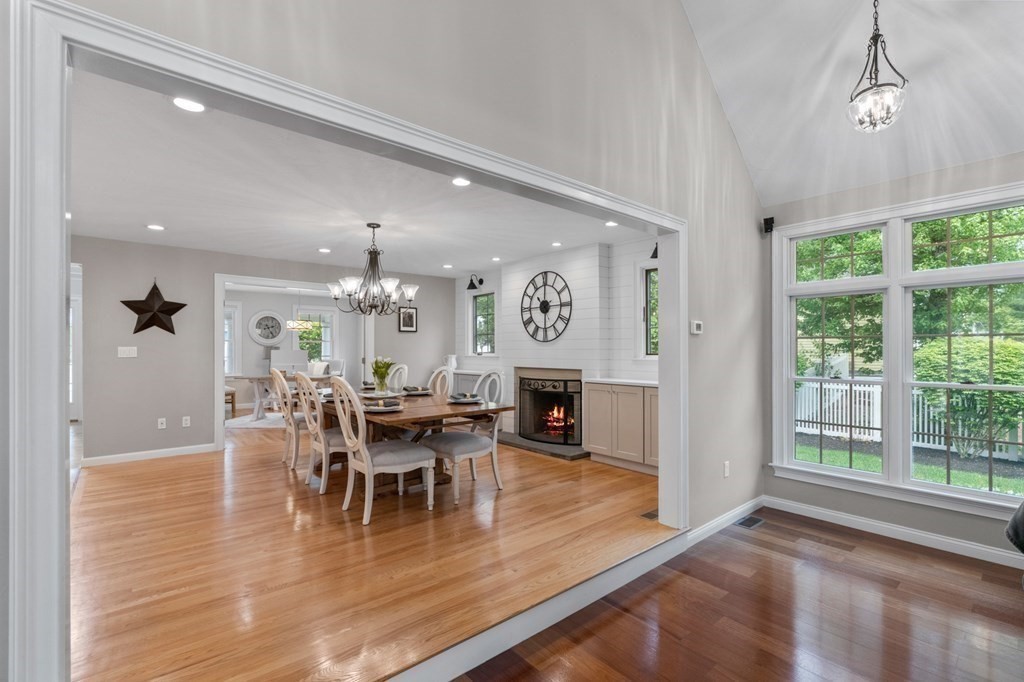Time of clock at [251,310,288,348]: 2:24
